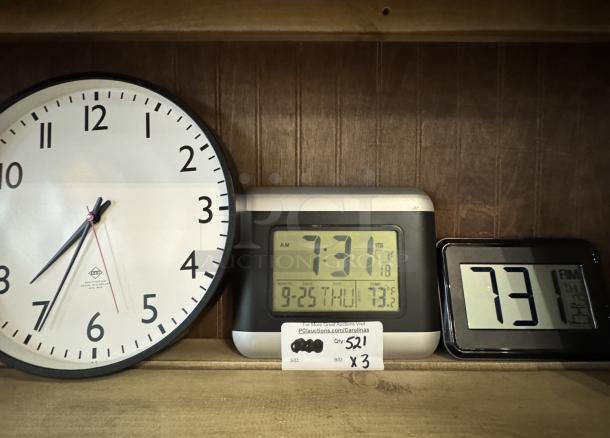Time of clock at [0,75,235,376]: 7:34
